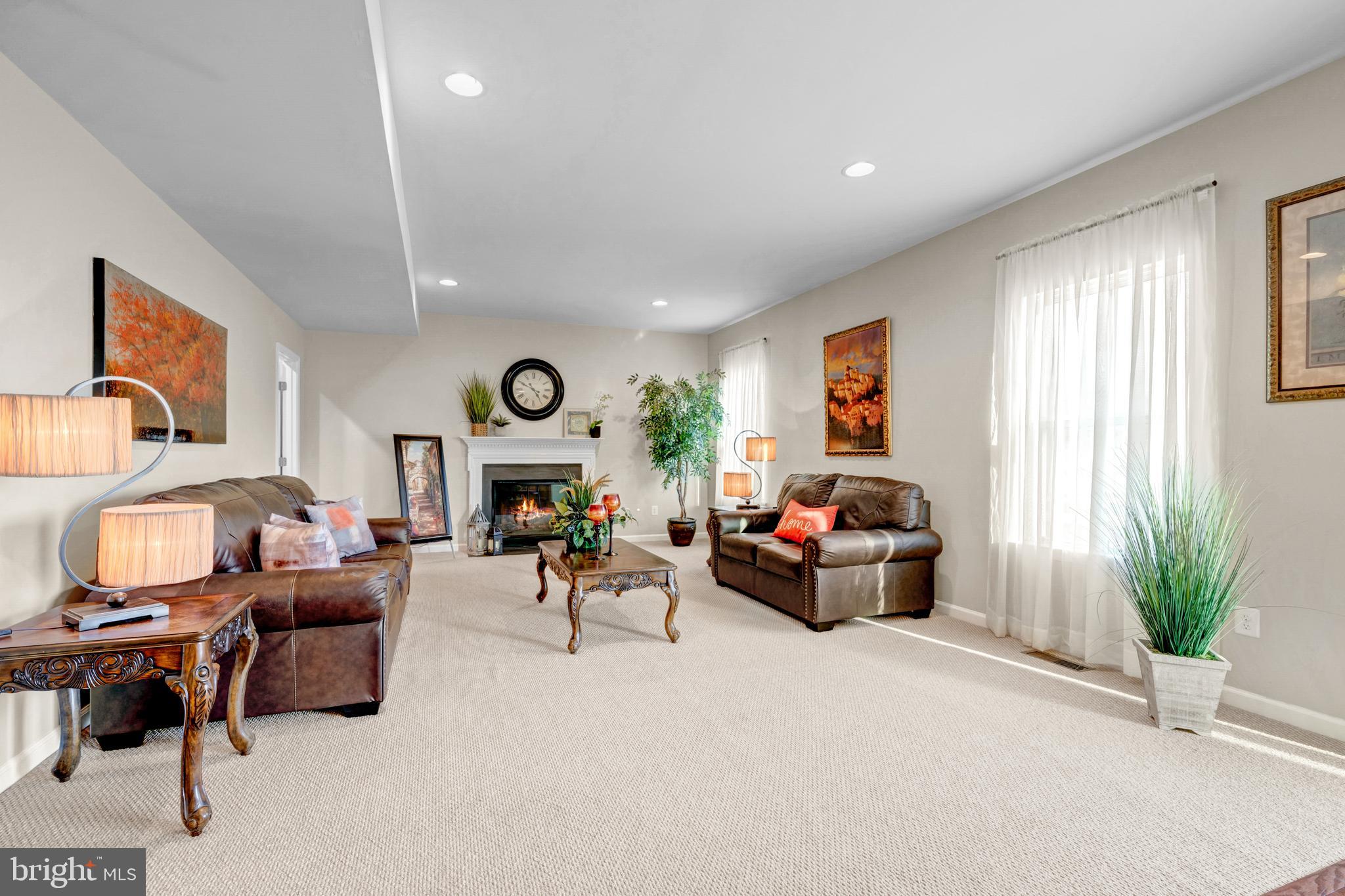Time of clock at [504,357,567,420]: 4:49
